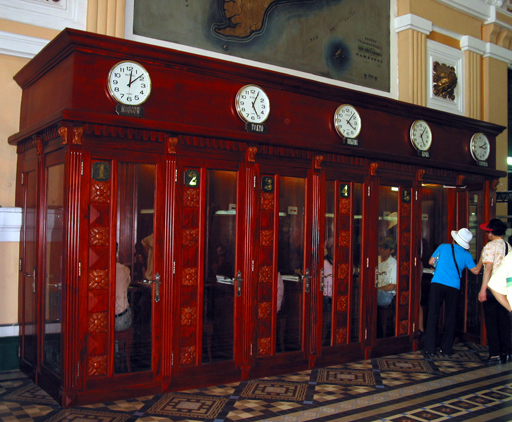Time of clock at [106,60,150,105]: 12:08
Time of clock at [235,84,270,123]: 5:04
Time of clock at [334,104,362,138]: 4:07
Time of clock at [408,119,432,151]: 5:06
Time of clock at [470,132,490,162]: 3:11
